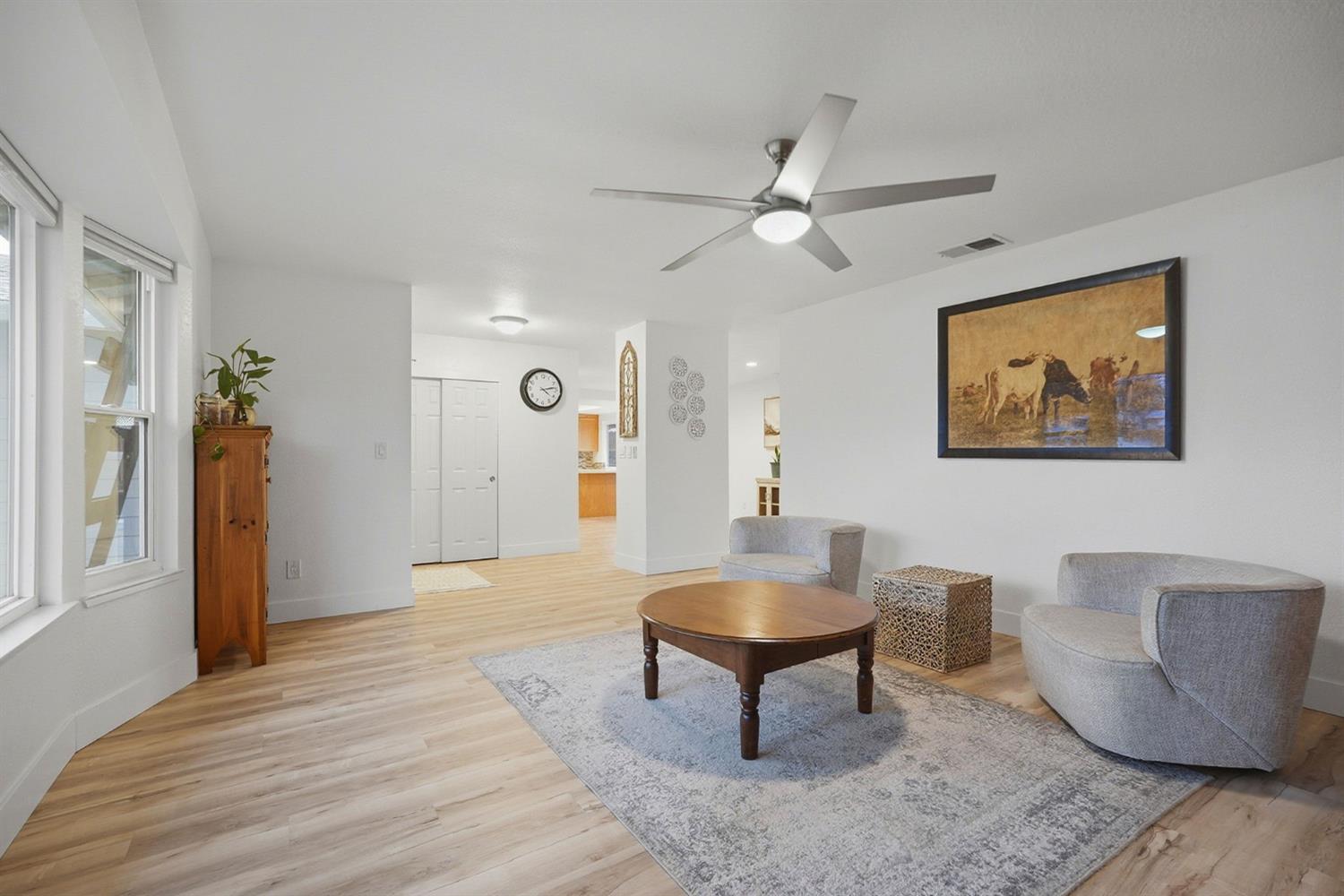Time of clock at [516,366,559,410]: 4:13
